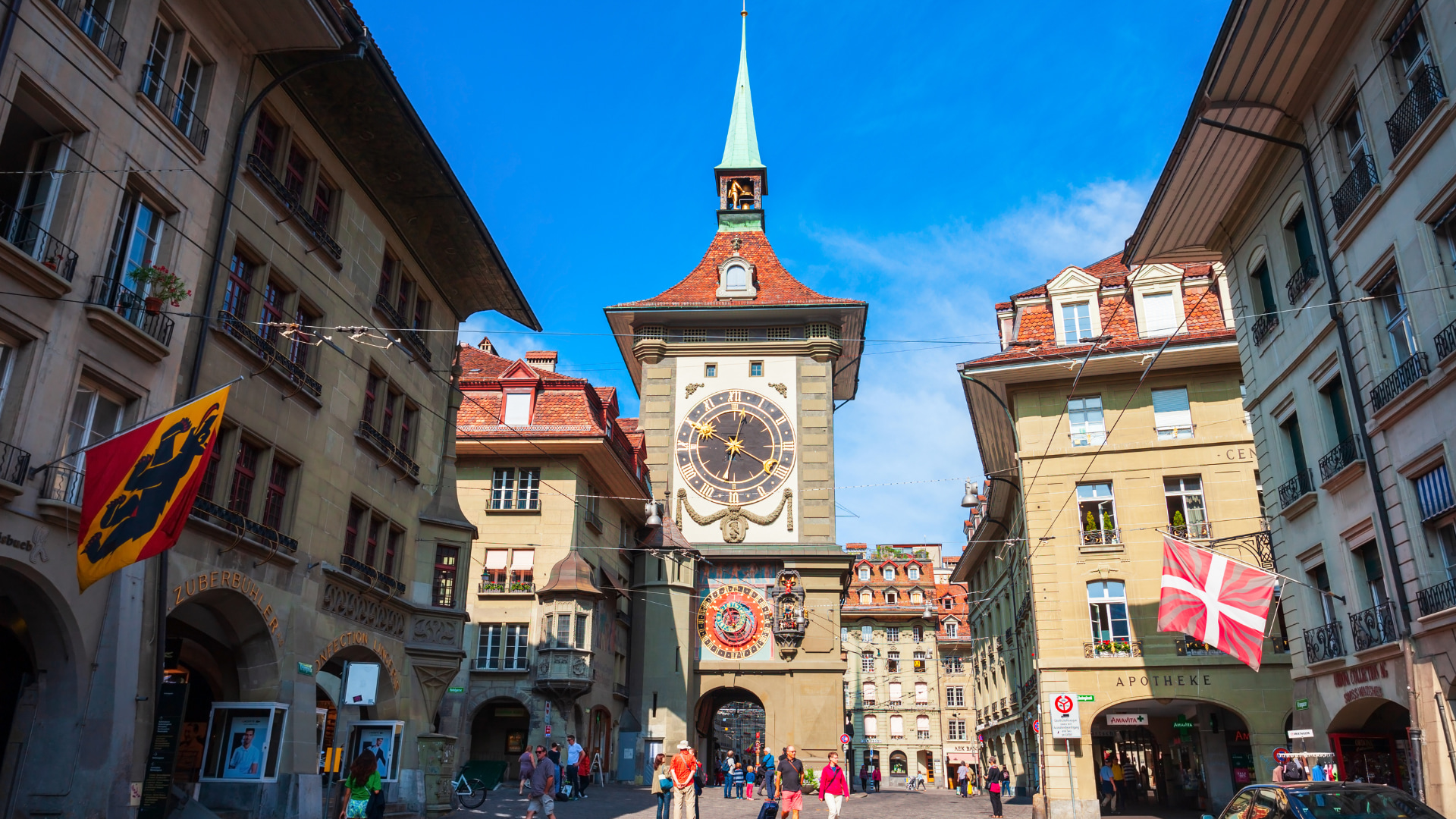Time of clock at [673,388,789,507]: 10:02
